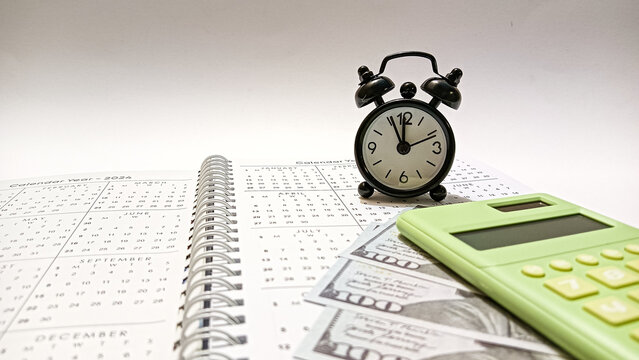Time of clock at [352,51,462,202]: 11:55
